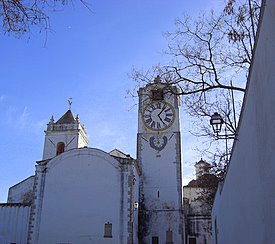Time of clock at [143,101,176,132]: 5:06
